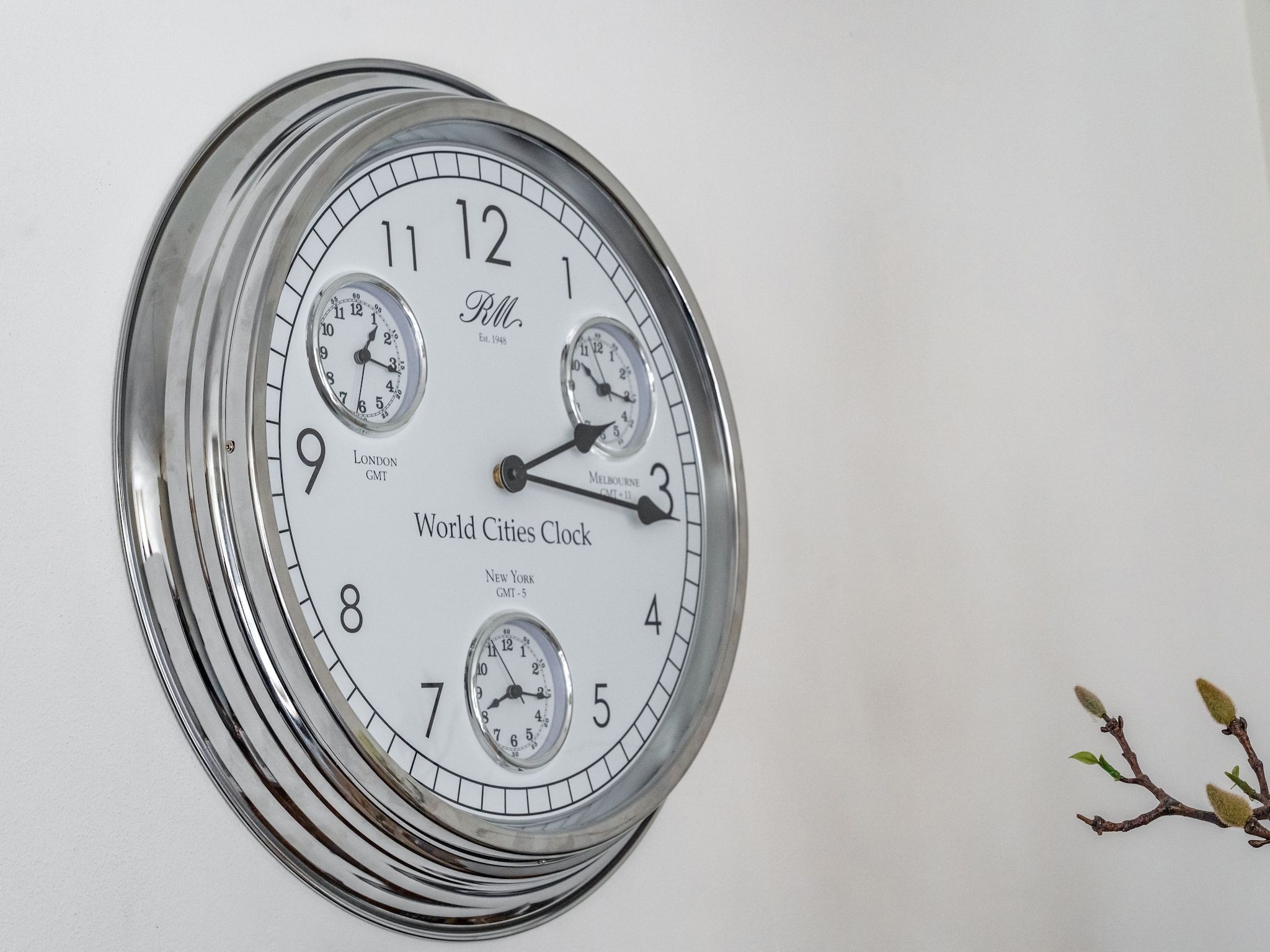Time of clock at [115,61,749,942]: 2:16
